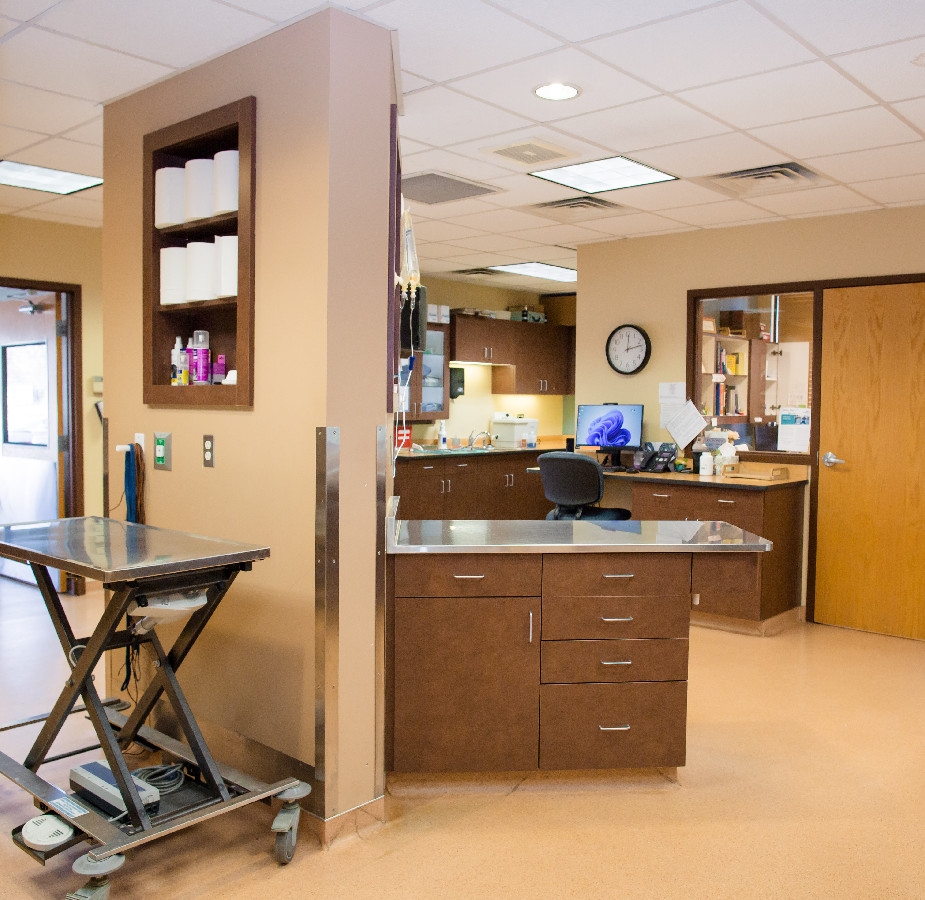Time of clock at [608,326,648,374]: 12:12
